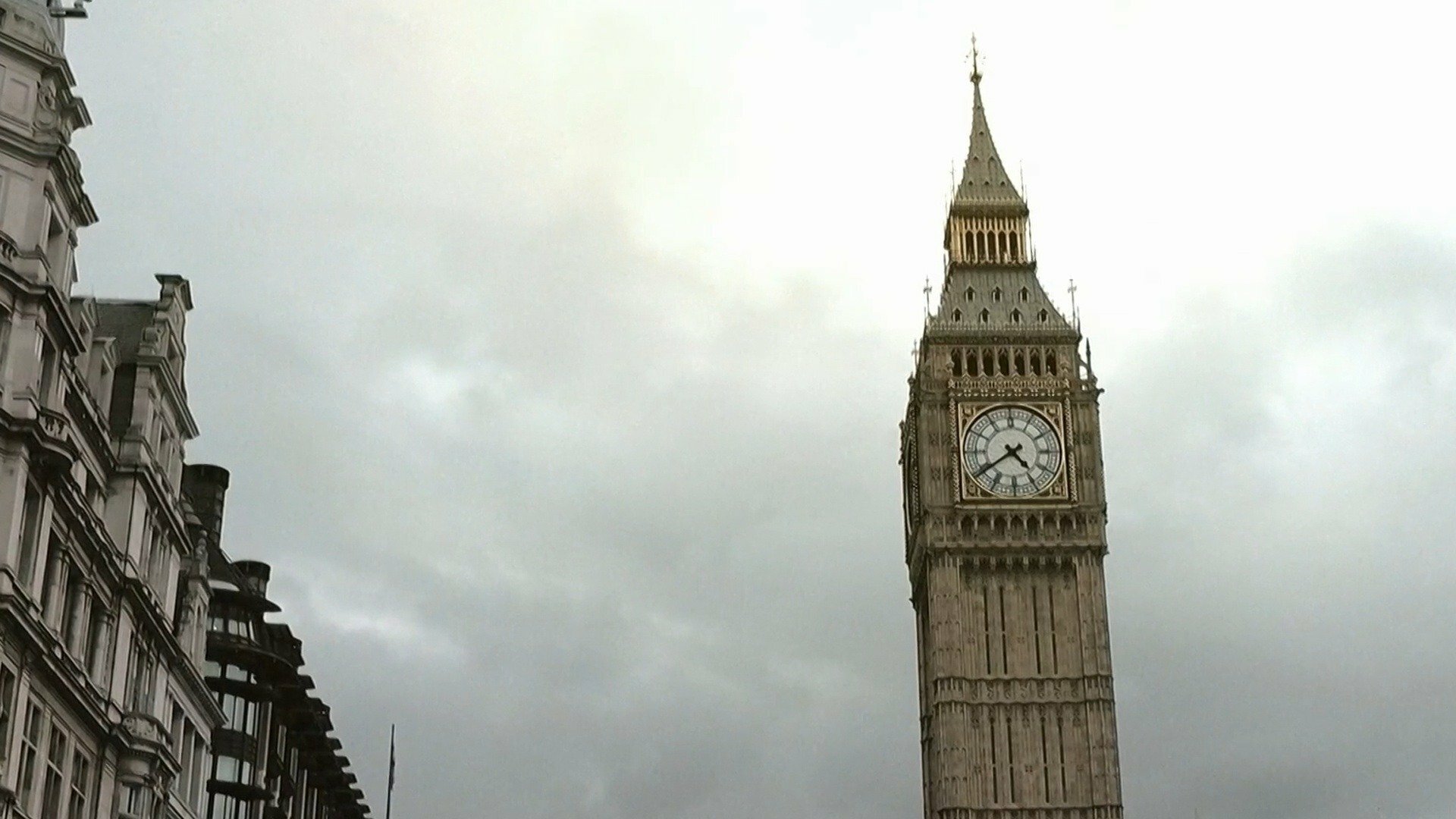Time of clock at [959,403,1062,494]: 4:39
